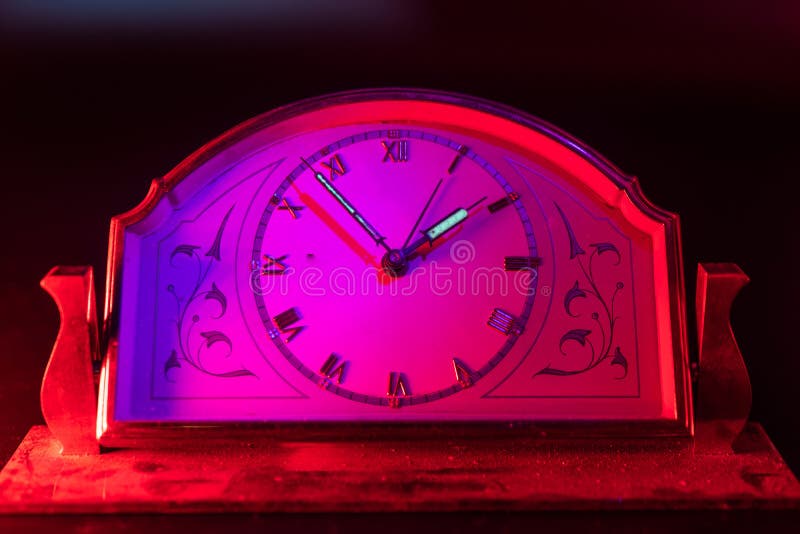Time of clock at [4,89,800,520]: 1:53
